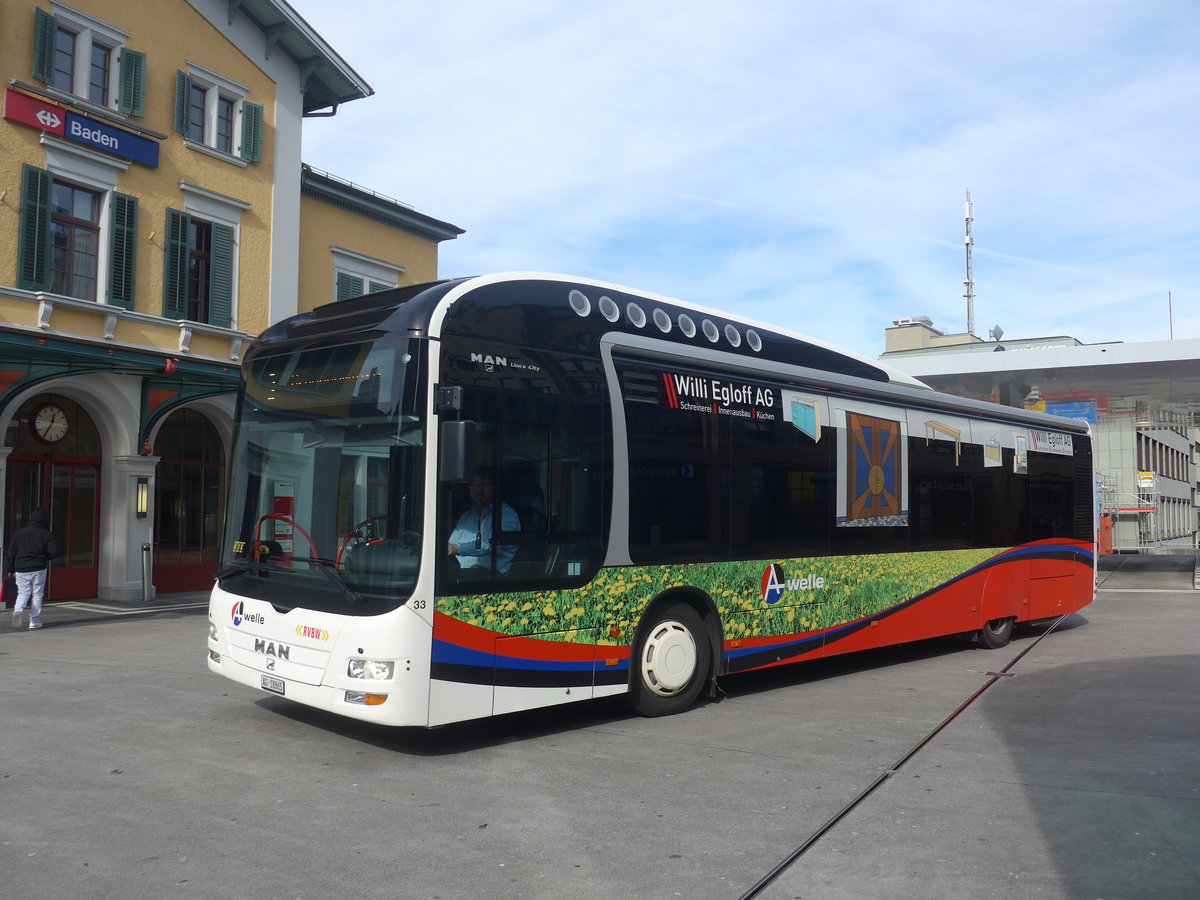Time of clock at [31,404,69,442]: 12:34
